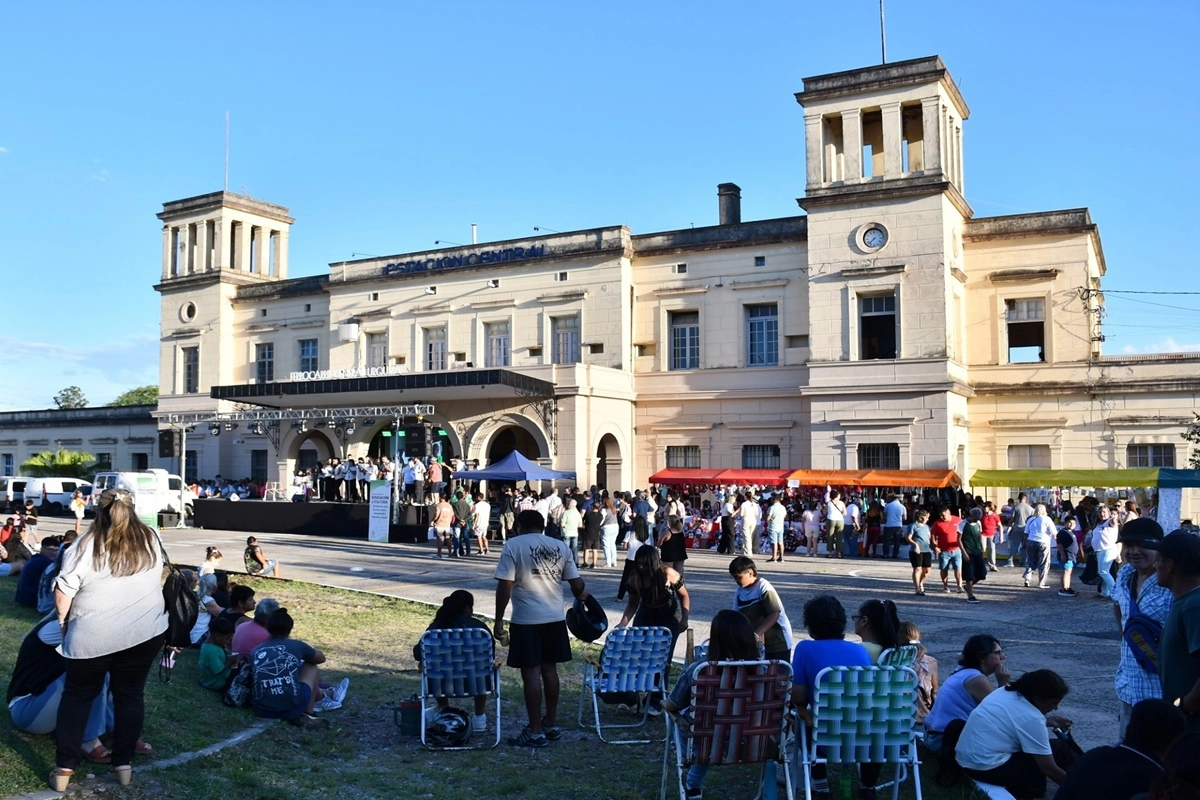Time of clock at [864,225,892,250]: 7:37
